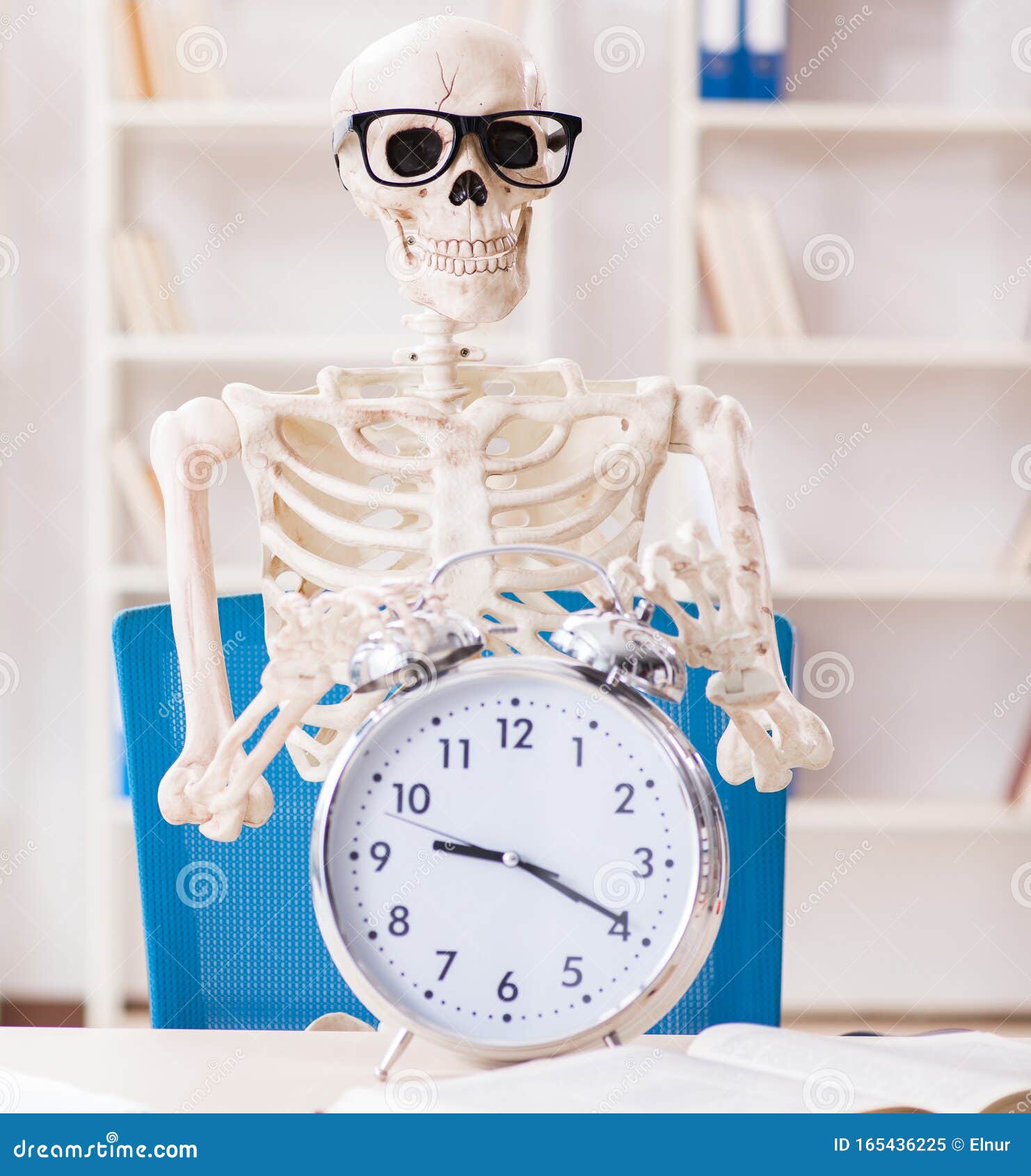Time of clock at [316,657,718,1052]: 9:19
